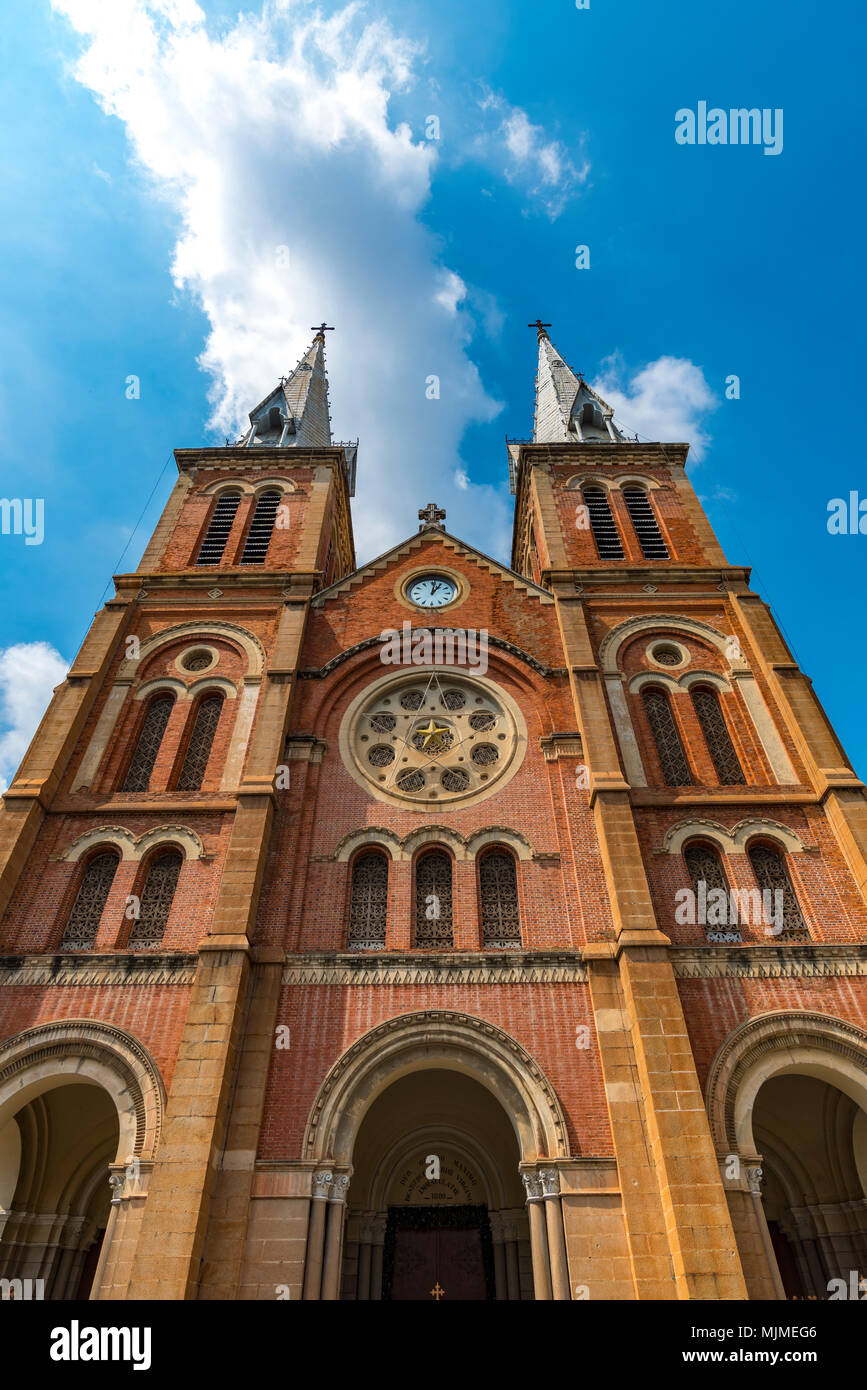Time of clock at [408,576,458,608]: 1:01
